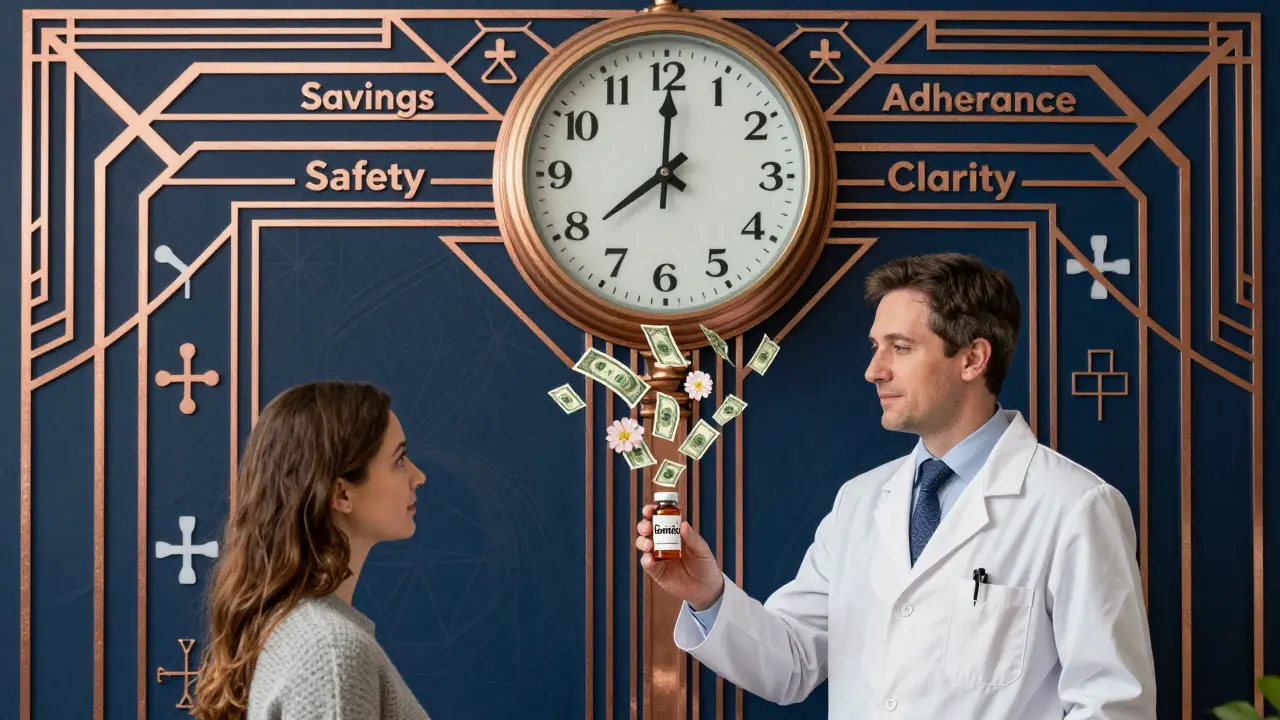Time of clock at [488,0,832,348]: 8:00
